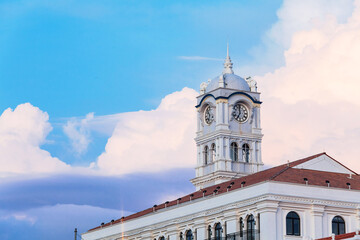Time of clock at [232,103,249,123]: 6:58
